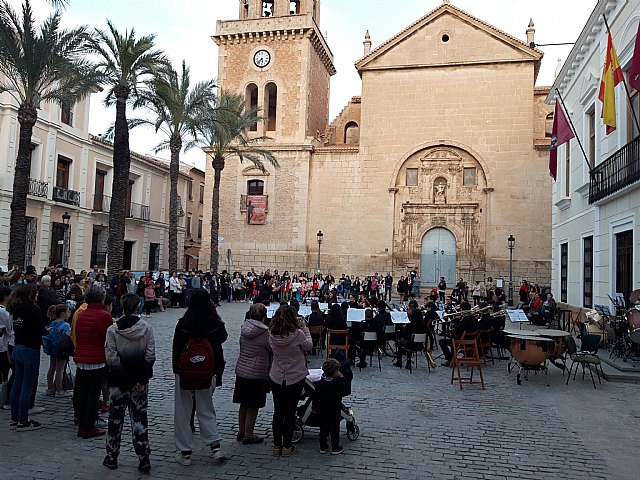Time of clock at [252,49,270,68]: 5:37
